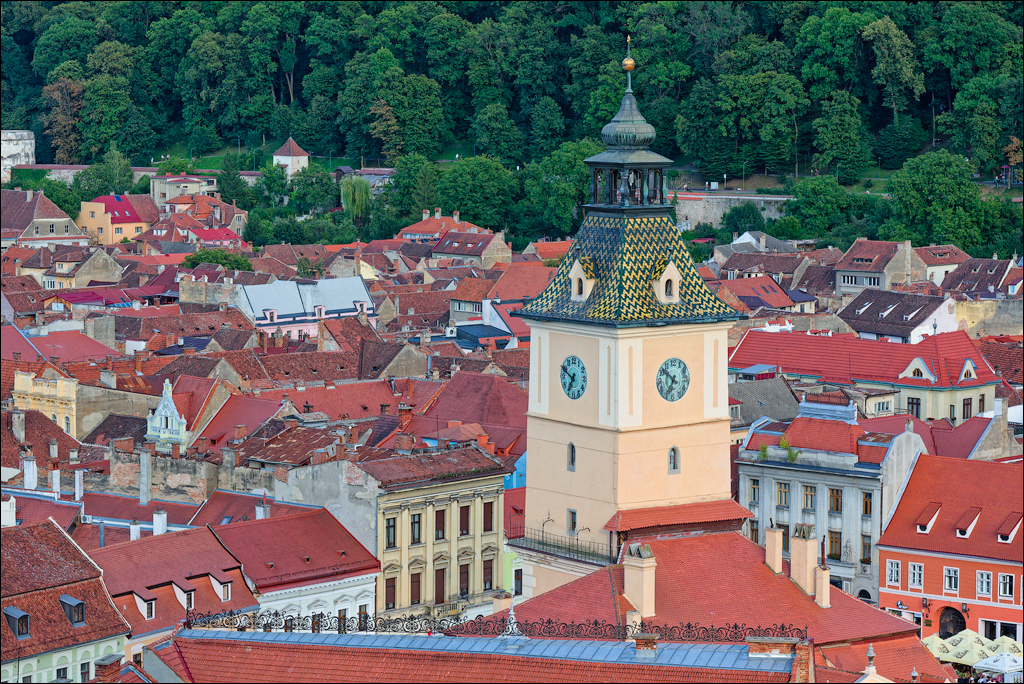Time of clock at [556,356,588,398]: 6:49
